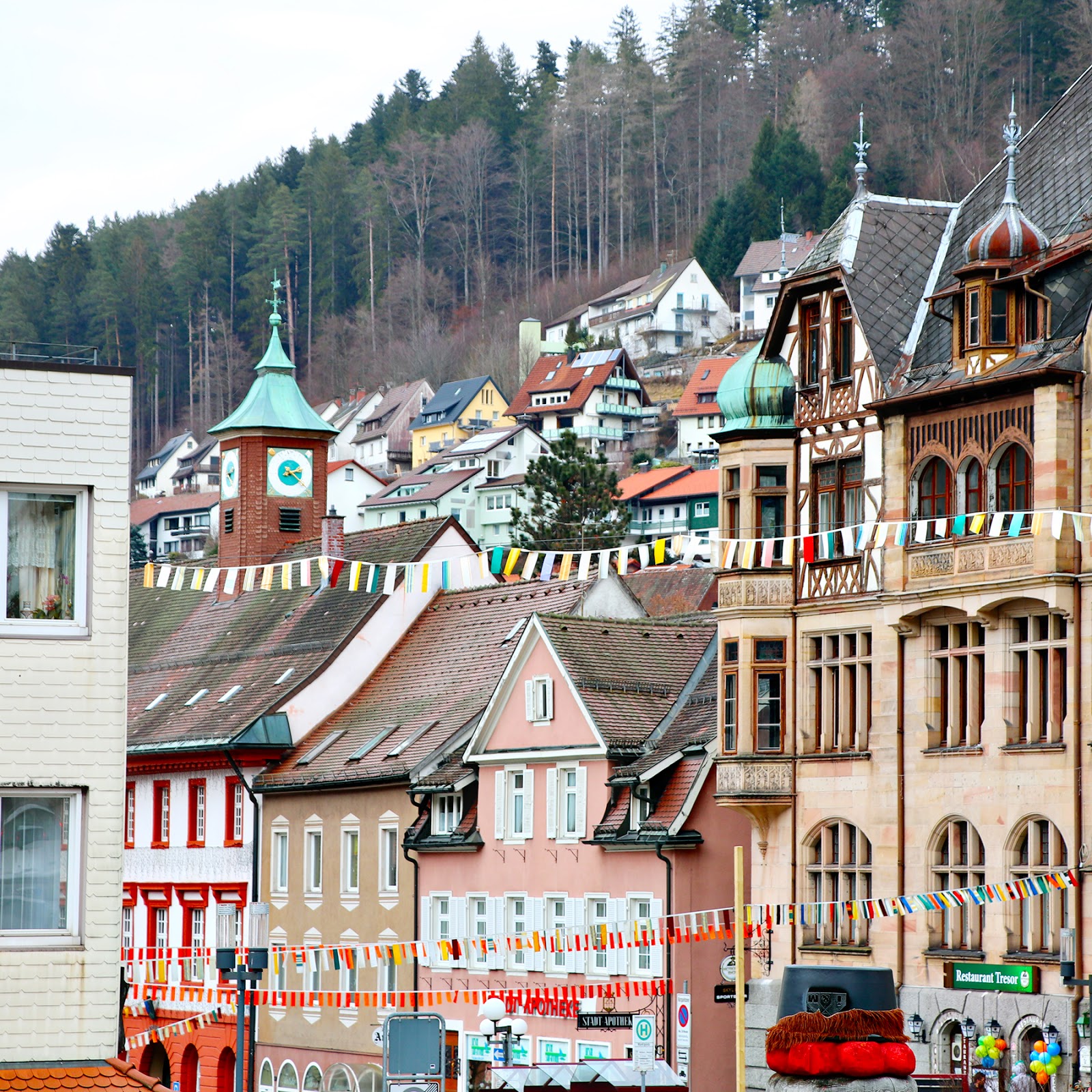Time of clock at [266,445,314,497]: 2:21
